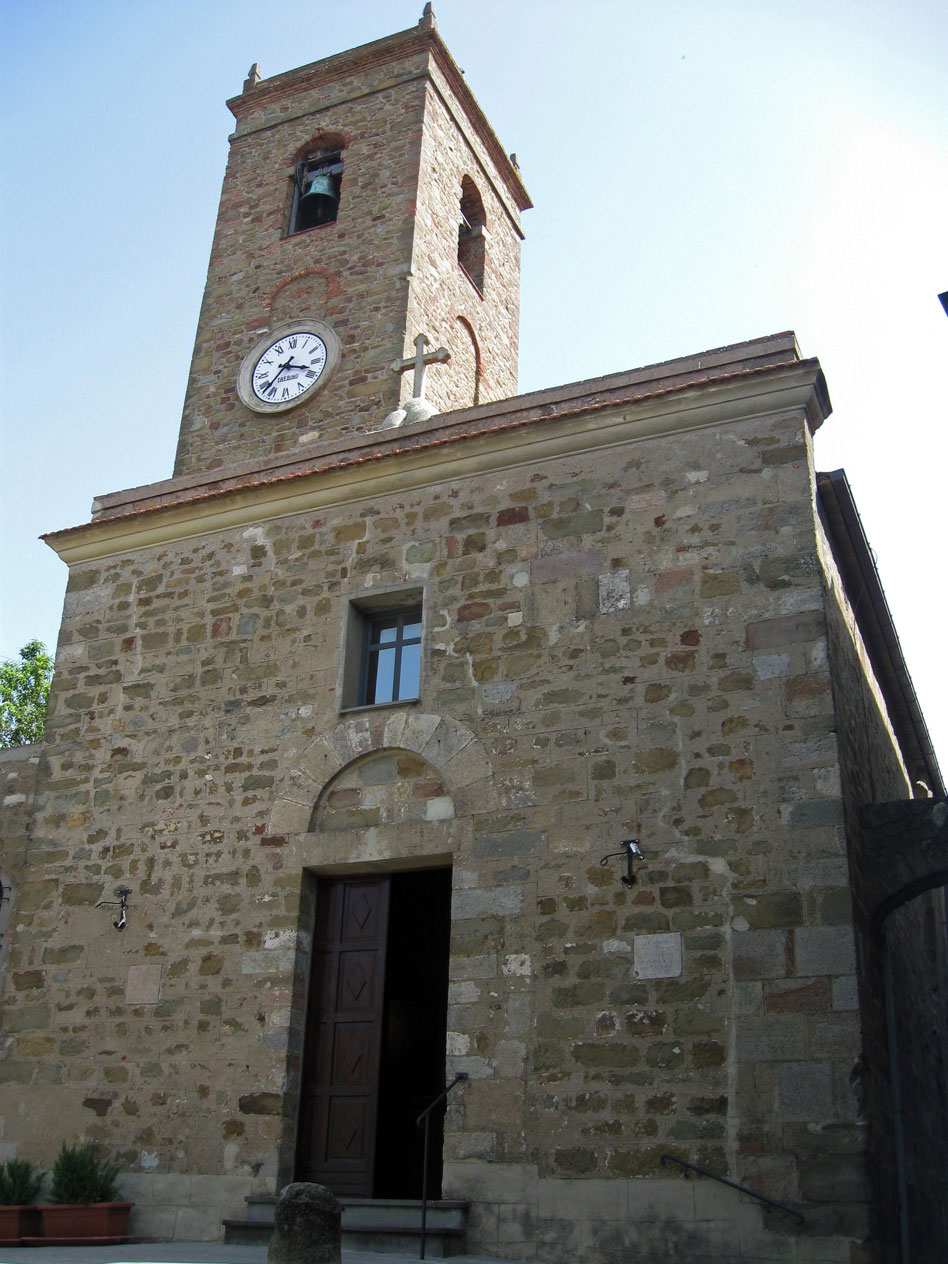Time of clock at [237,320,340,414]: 3:37
